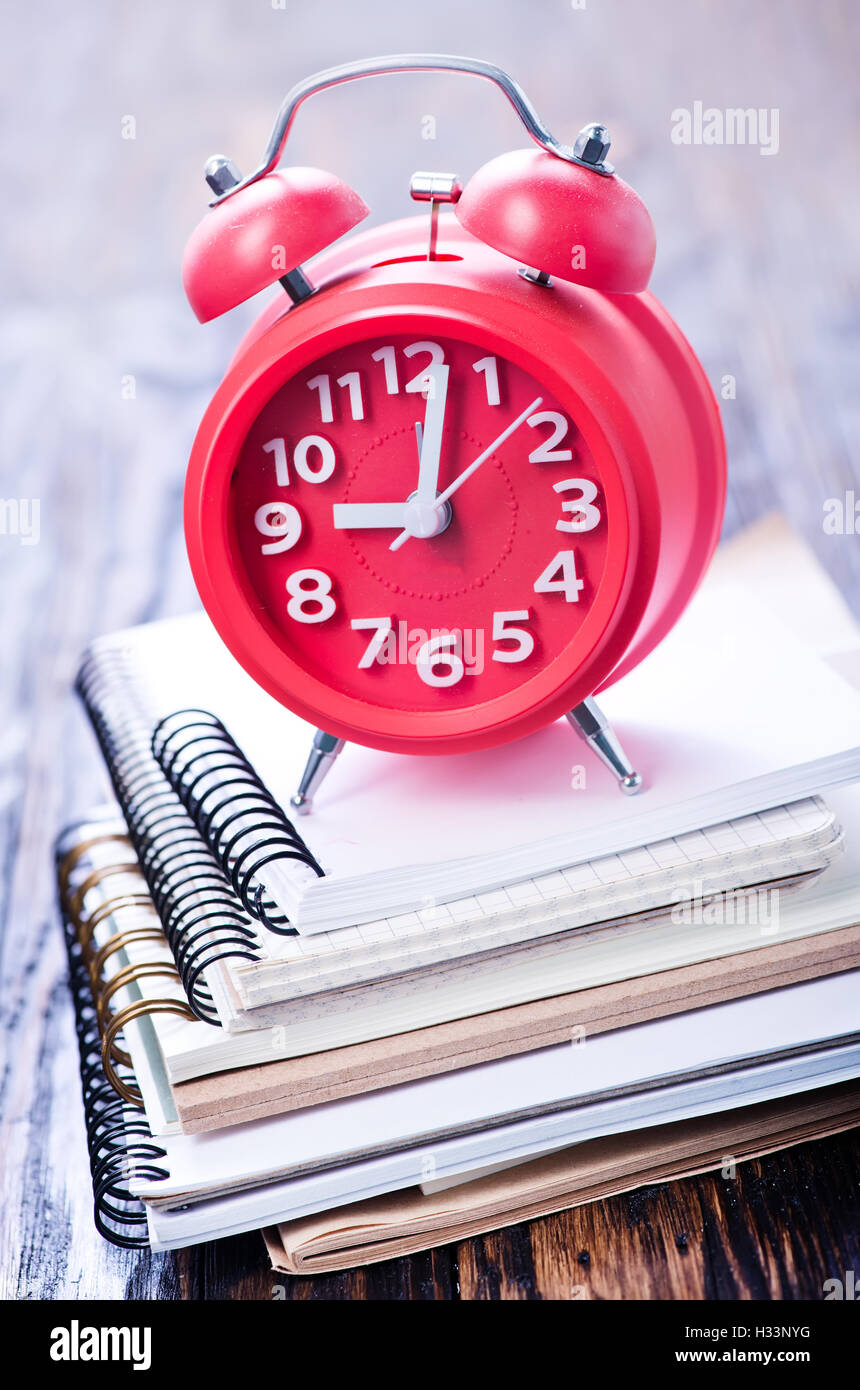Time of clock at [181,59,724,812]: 9:01
